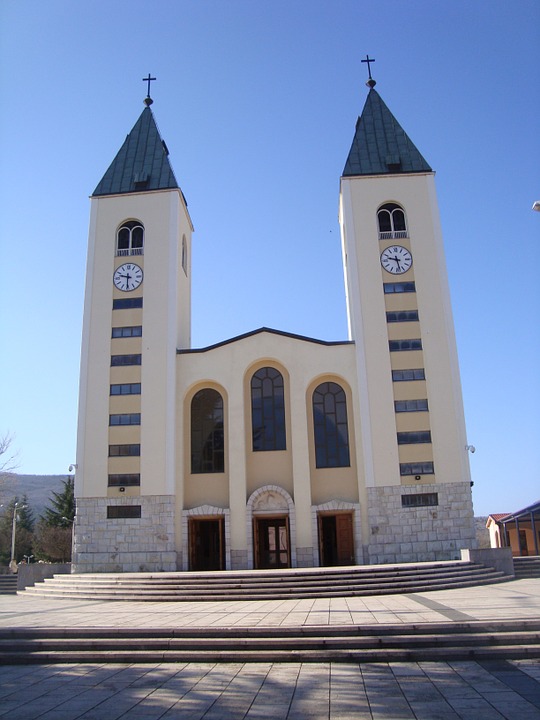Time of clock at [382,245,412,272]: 9:28
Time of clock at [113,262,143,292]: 9:30
